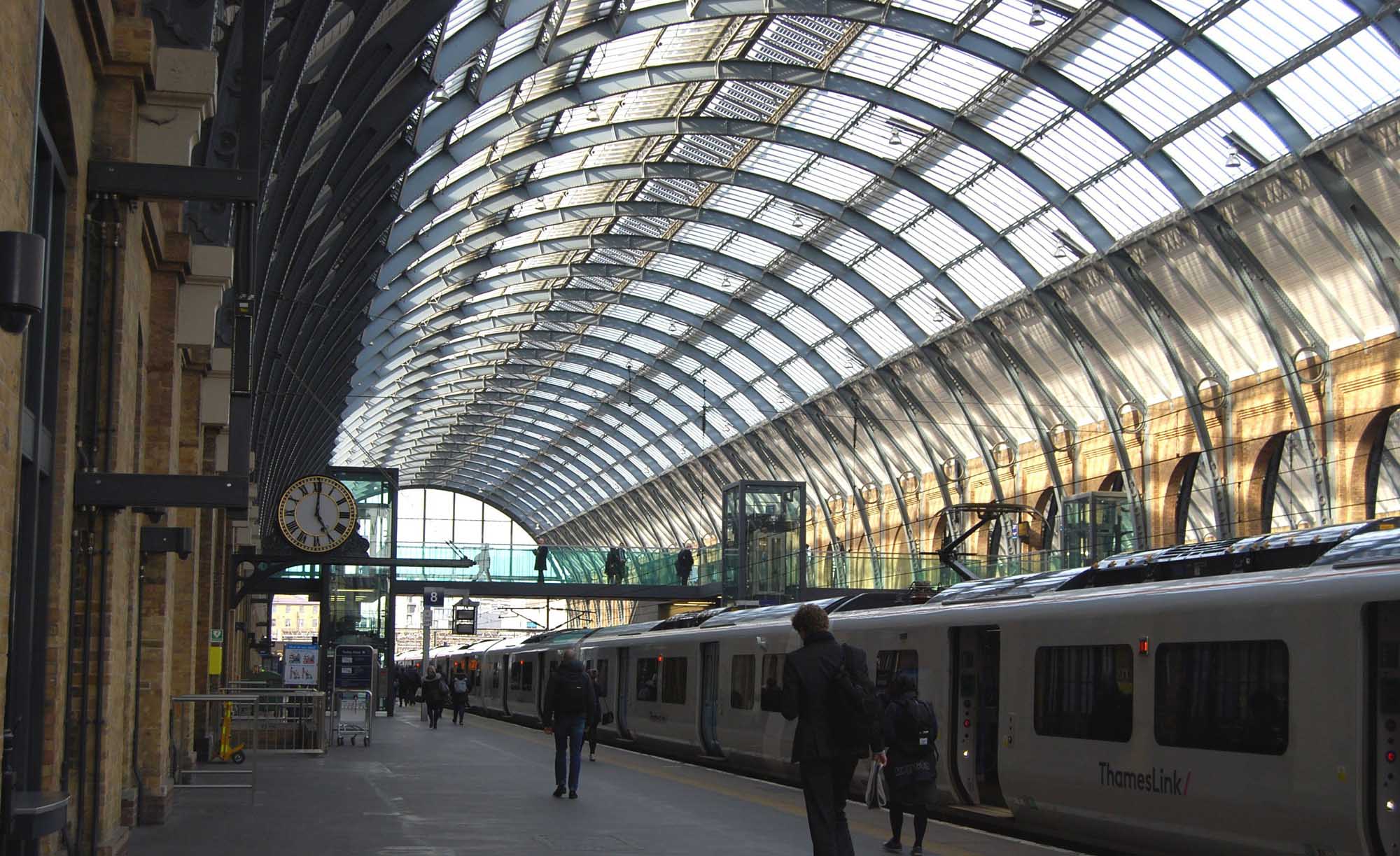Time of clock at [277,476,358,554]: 5:00
